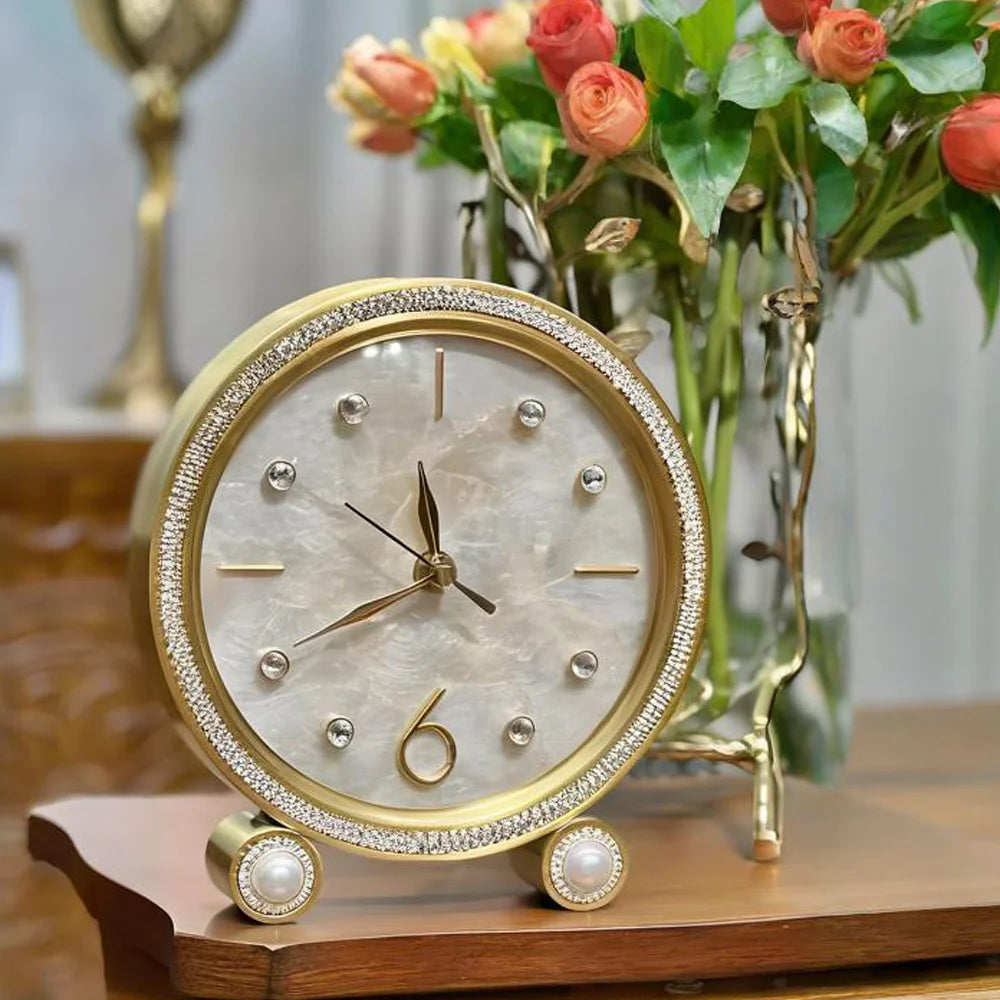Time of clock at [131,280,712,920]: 11:40
